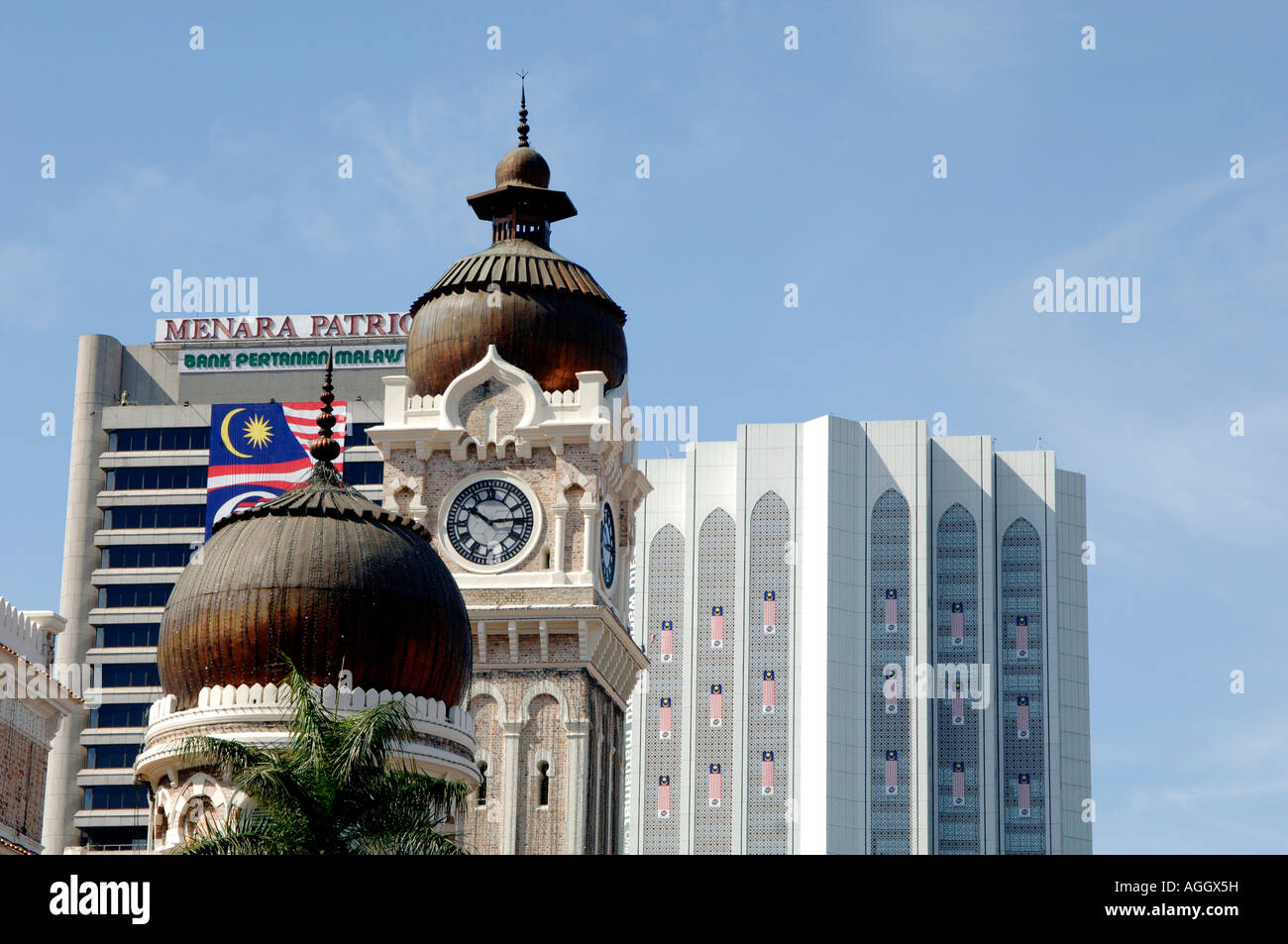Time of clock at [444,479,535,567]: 10:13
